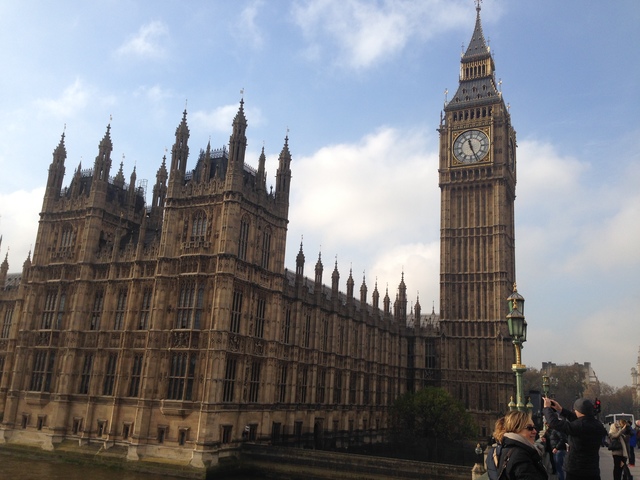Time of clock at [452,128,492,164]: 11:26
